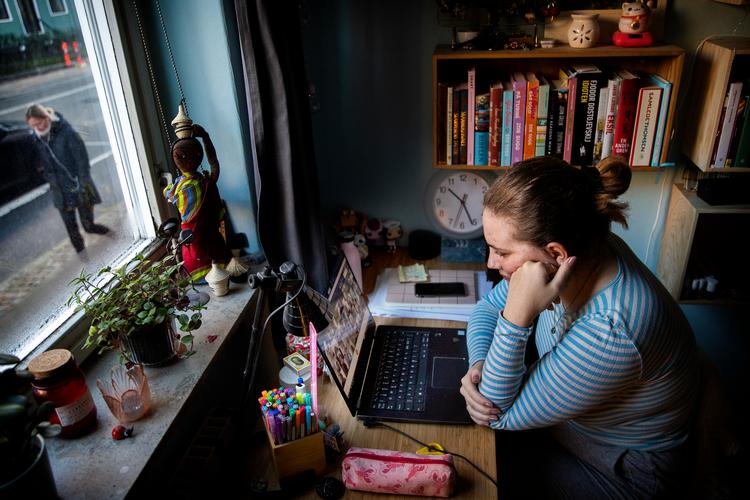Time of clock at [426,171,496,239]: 10:26
